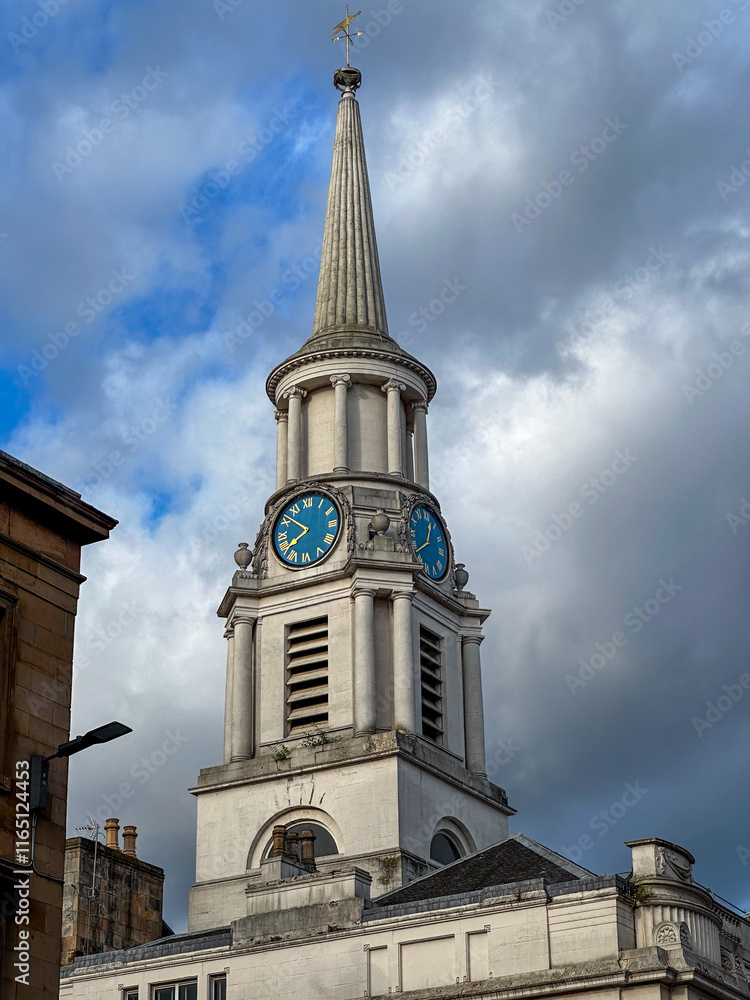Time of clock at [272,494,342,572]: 7:51
